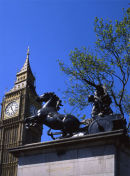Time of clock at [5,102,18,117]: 11:24
